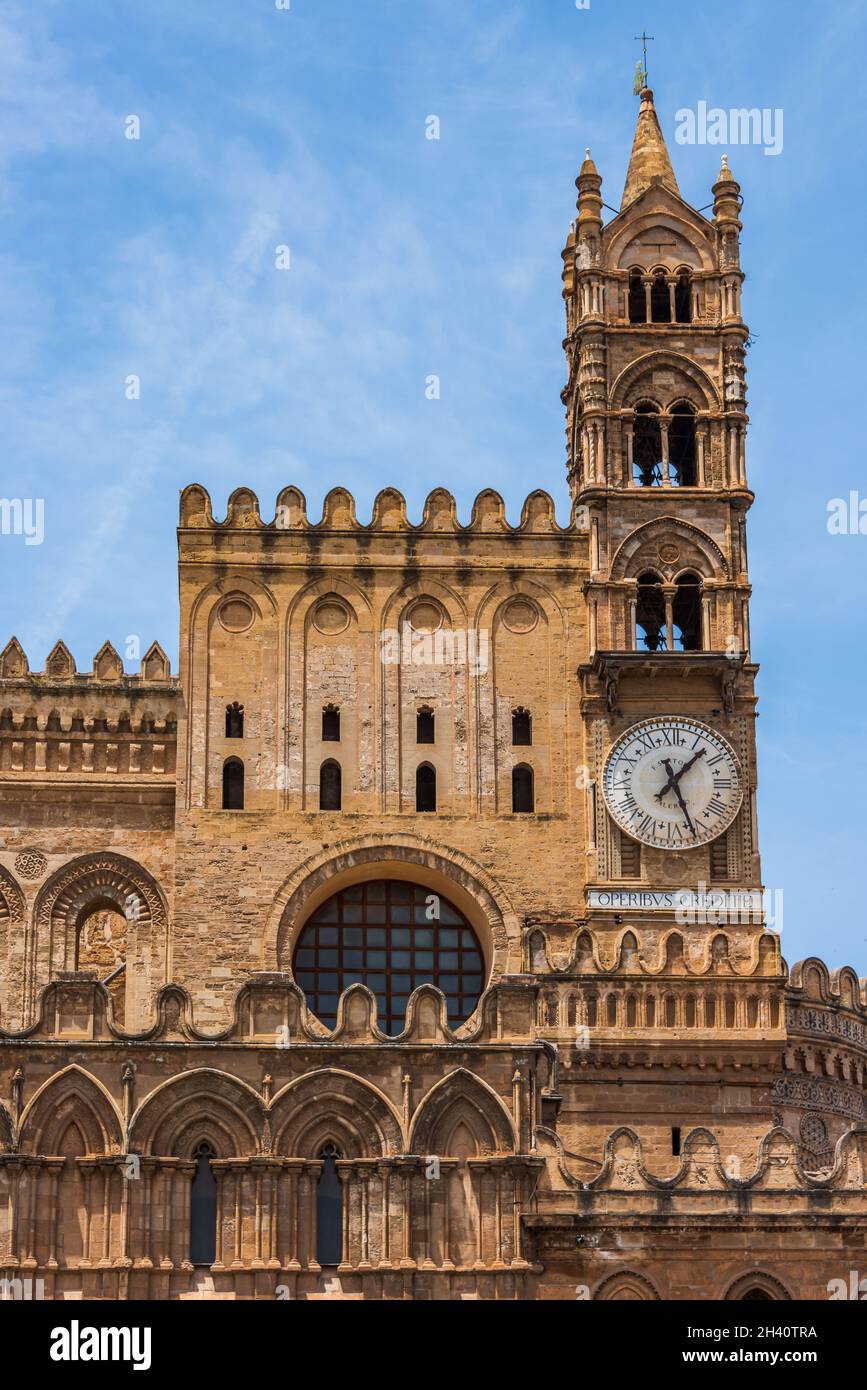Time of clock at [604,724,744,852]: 1:26
